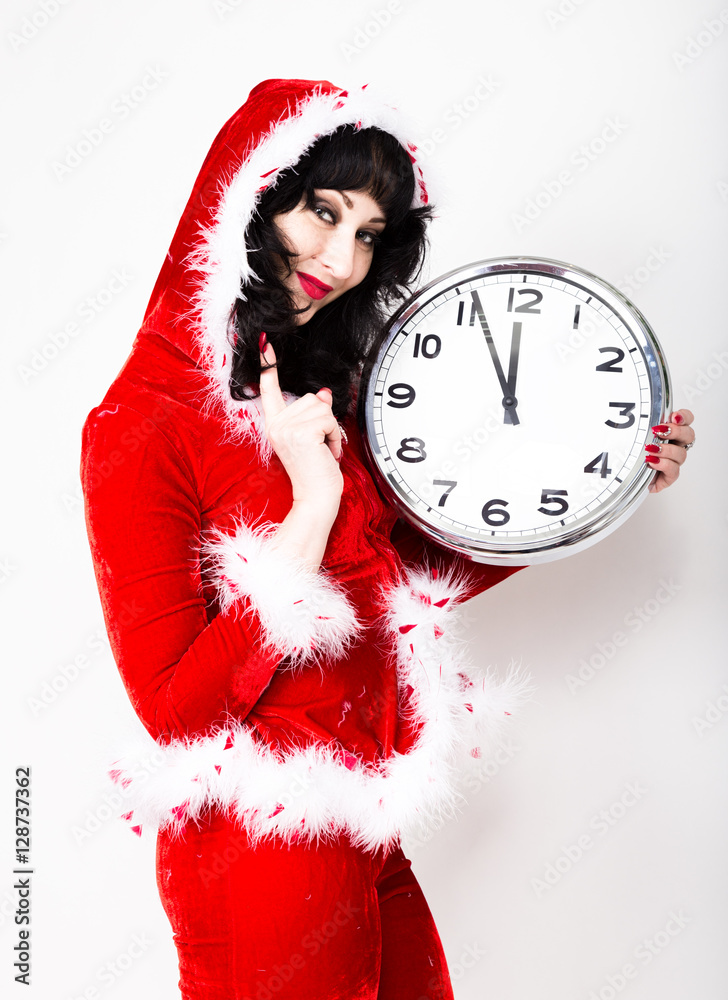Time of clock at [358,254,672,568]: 11:55
